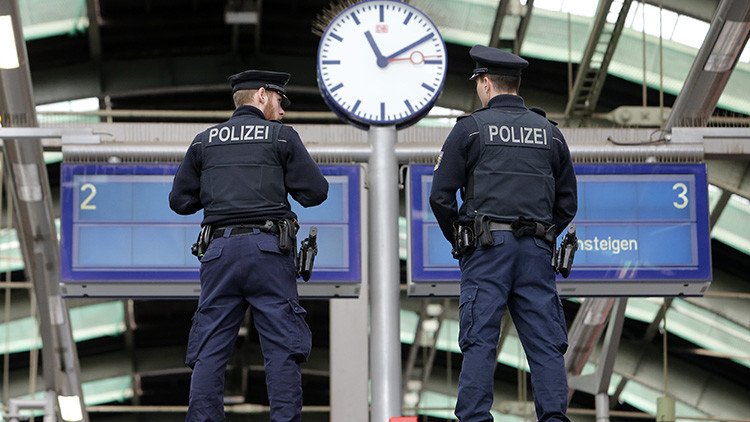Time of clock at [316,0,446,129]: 11:10
